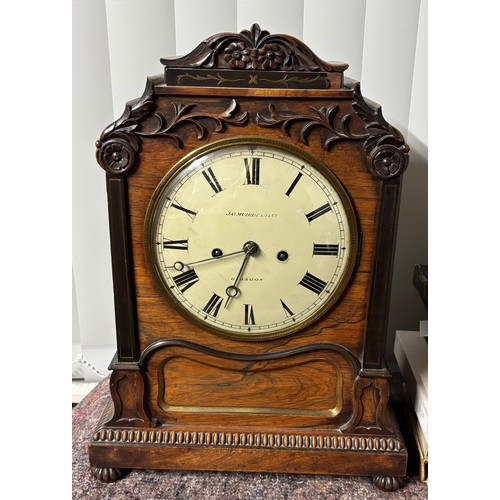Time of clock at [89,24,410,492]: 8:33
